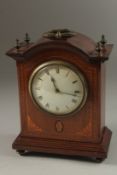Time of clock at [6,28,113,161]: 11:16
